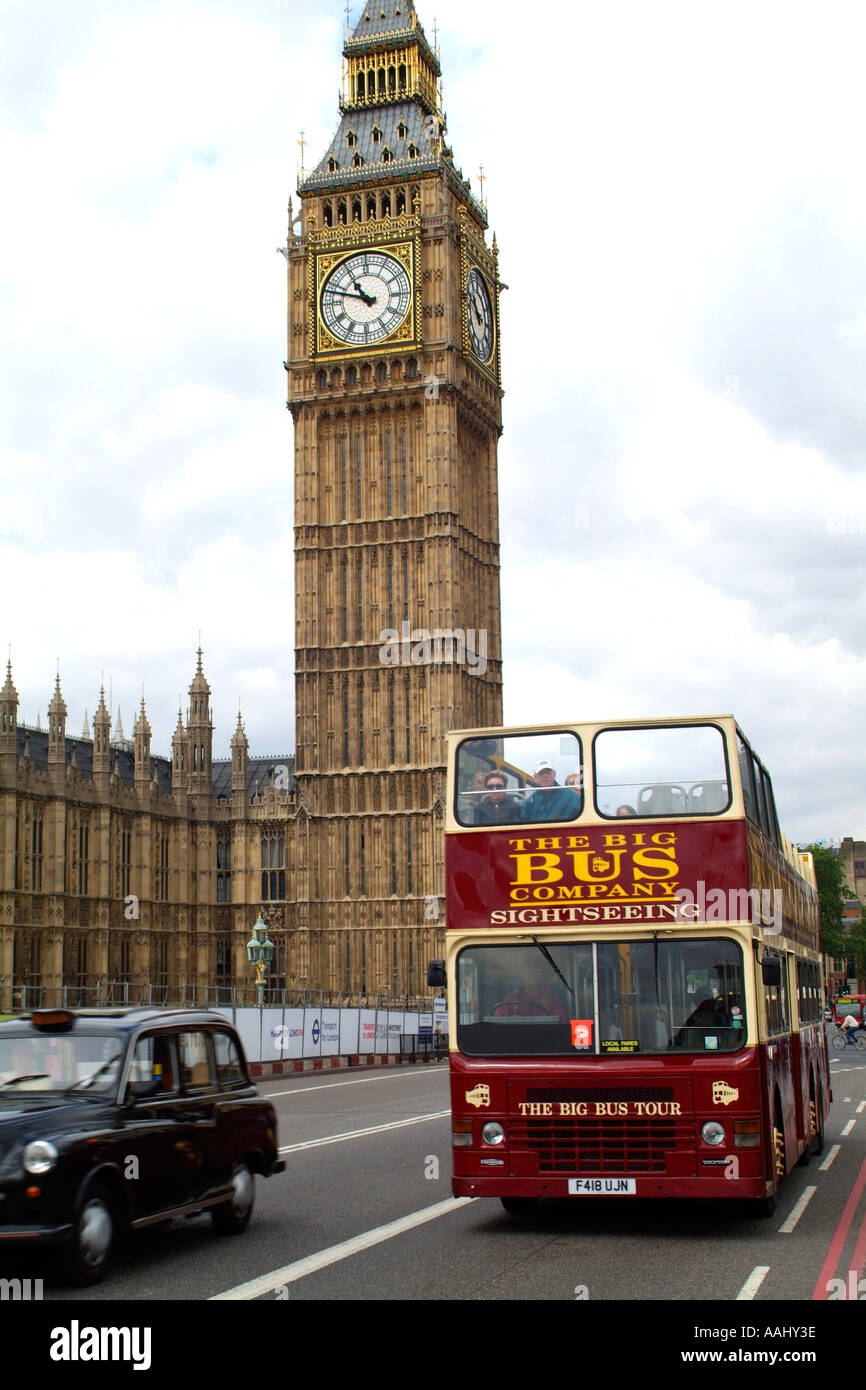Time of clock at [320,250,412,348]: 10:47
